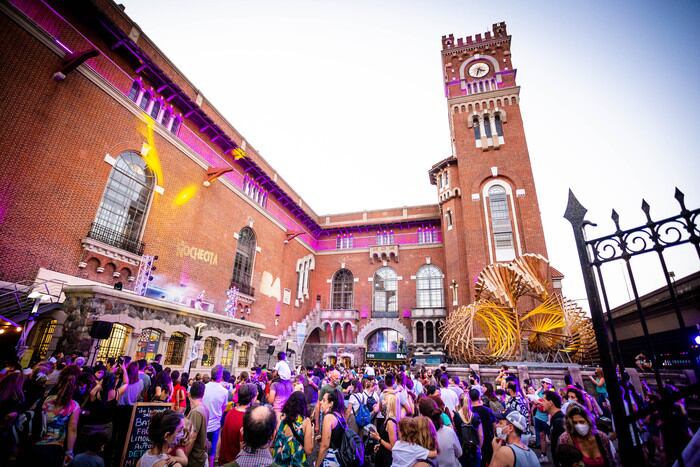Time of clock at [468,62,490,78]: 3:31
